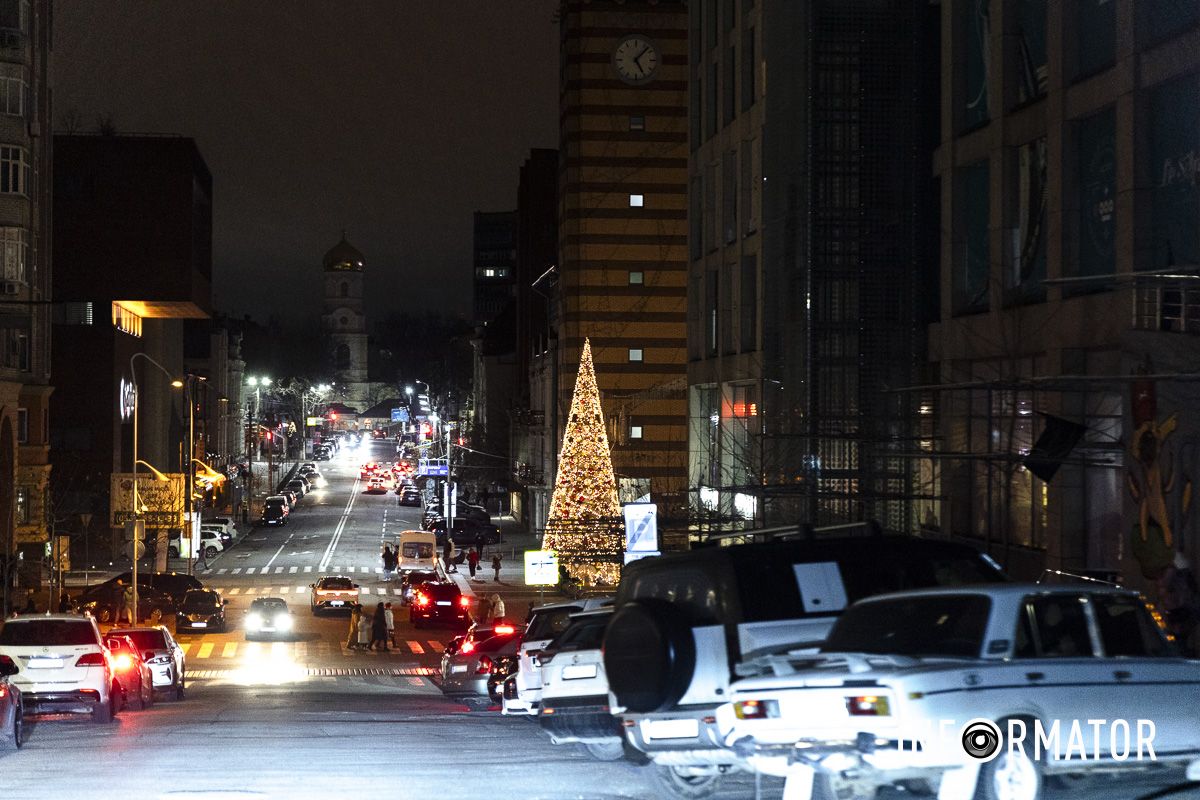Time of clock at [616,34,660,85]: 5:06
